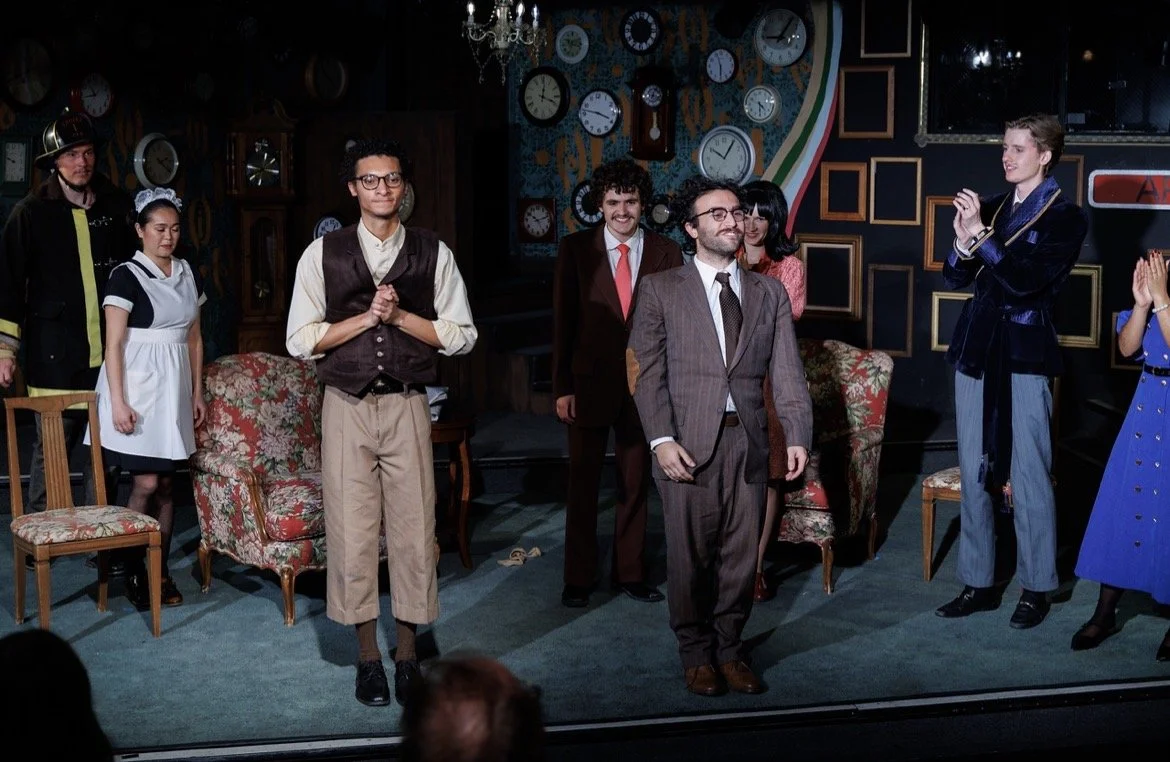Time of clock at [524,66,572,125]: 12:18
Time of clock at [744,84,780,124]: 4:29
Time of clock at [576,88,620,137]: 3:47
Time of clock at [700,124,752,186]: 10:05
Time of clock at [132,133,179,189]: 2:21
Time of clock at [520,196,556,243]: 10:11
